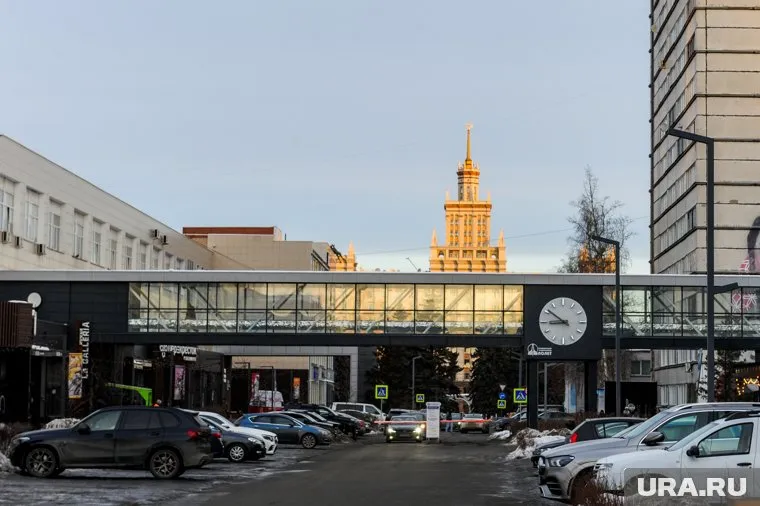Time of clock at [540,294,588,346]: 8:51
